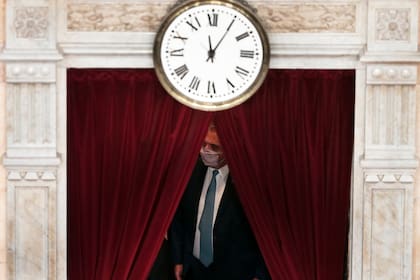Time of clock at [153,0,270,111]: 12:05
